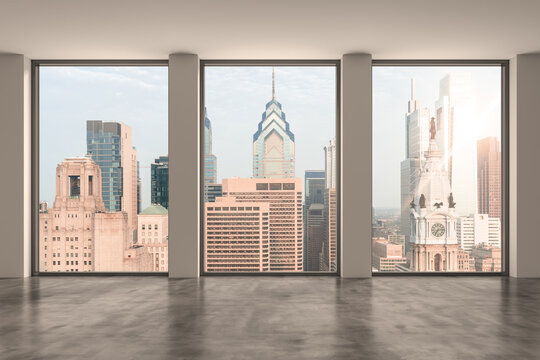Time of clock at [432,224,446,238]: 7:13
